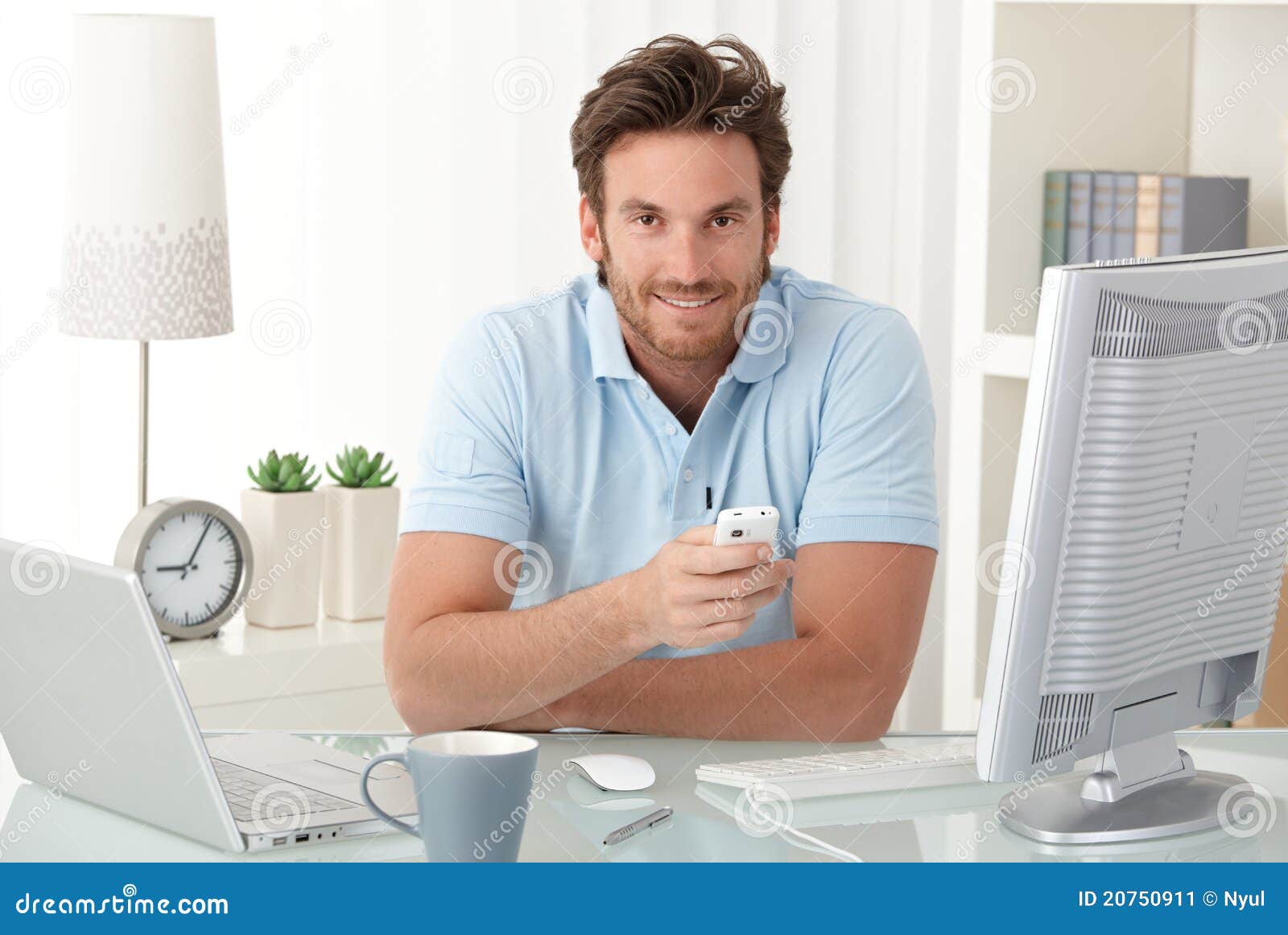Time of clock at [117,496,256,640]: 9:05
